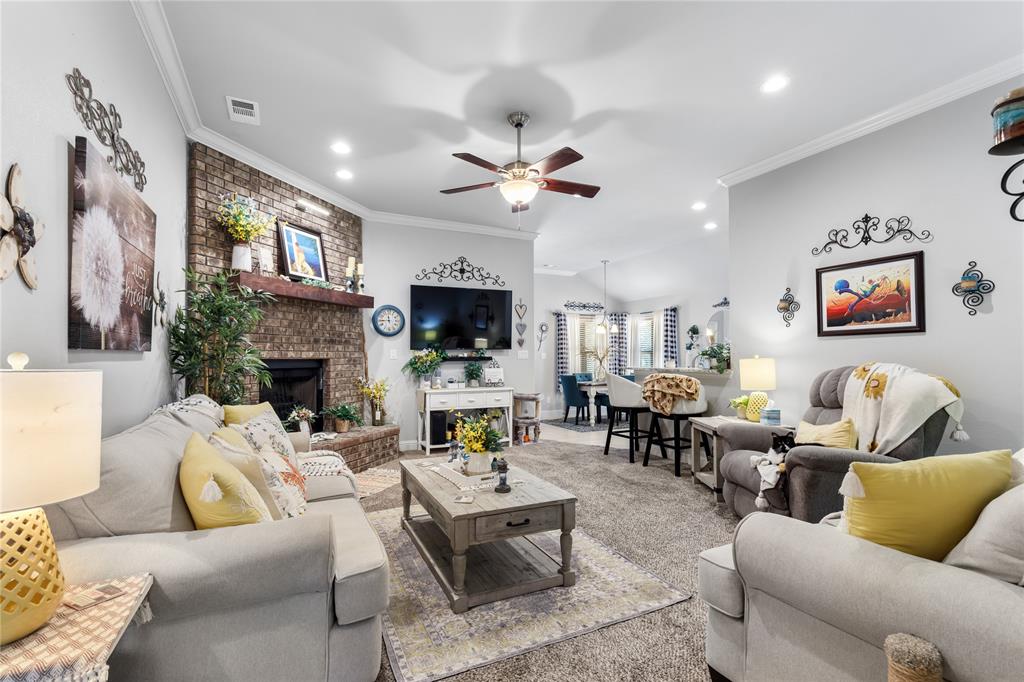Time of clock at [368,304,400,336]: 11:44
